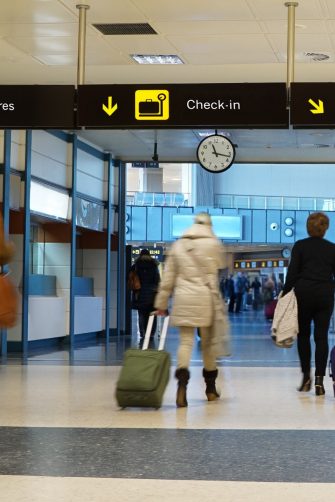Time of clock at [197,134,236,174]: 11:17
